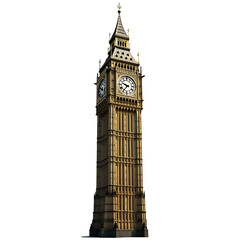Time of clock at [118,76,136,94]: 9:36
